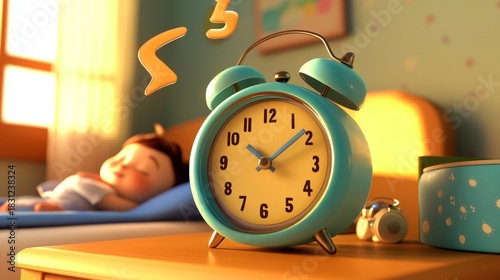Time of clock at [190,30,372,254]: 10:08
